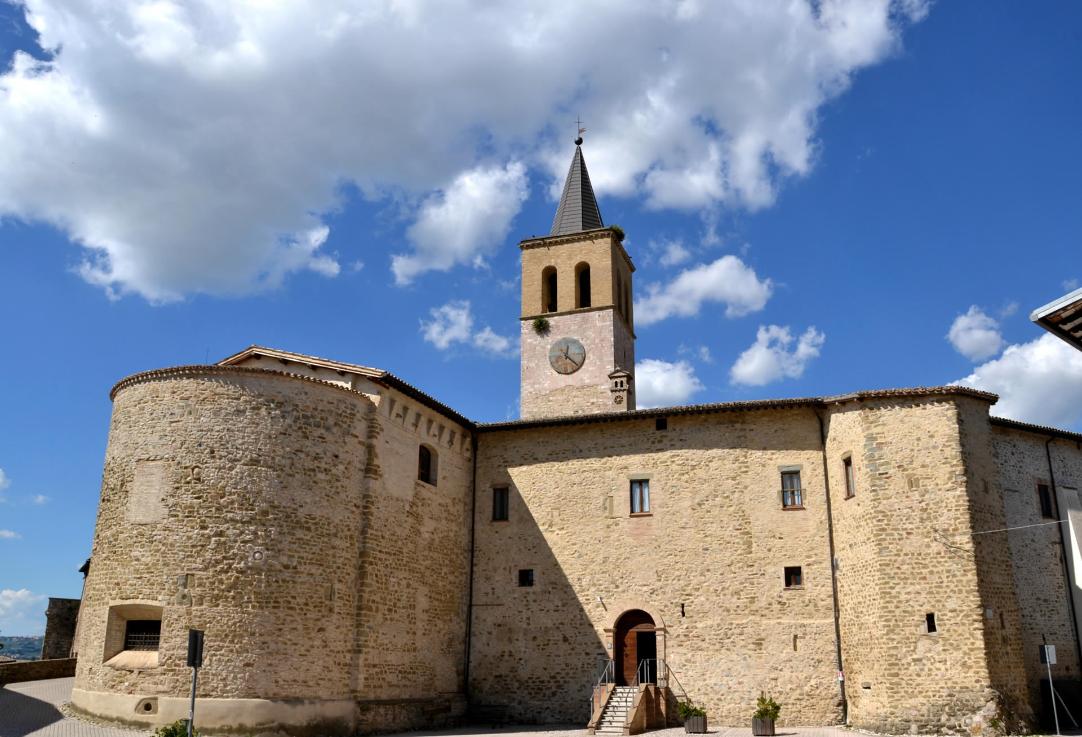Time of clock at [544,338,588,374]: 12:21
